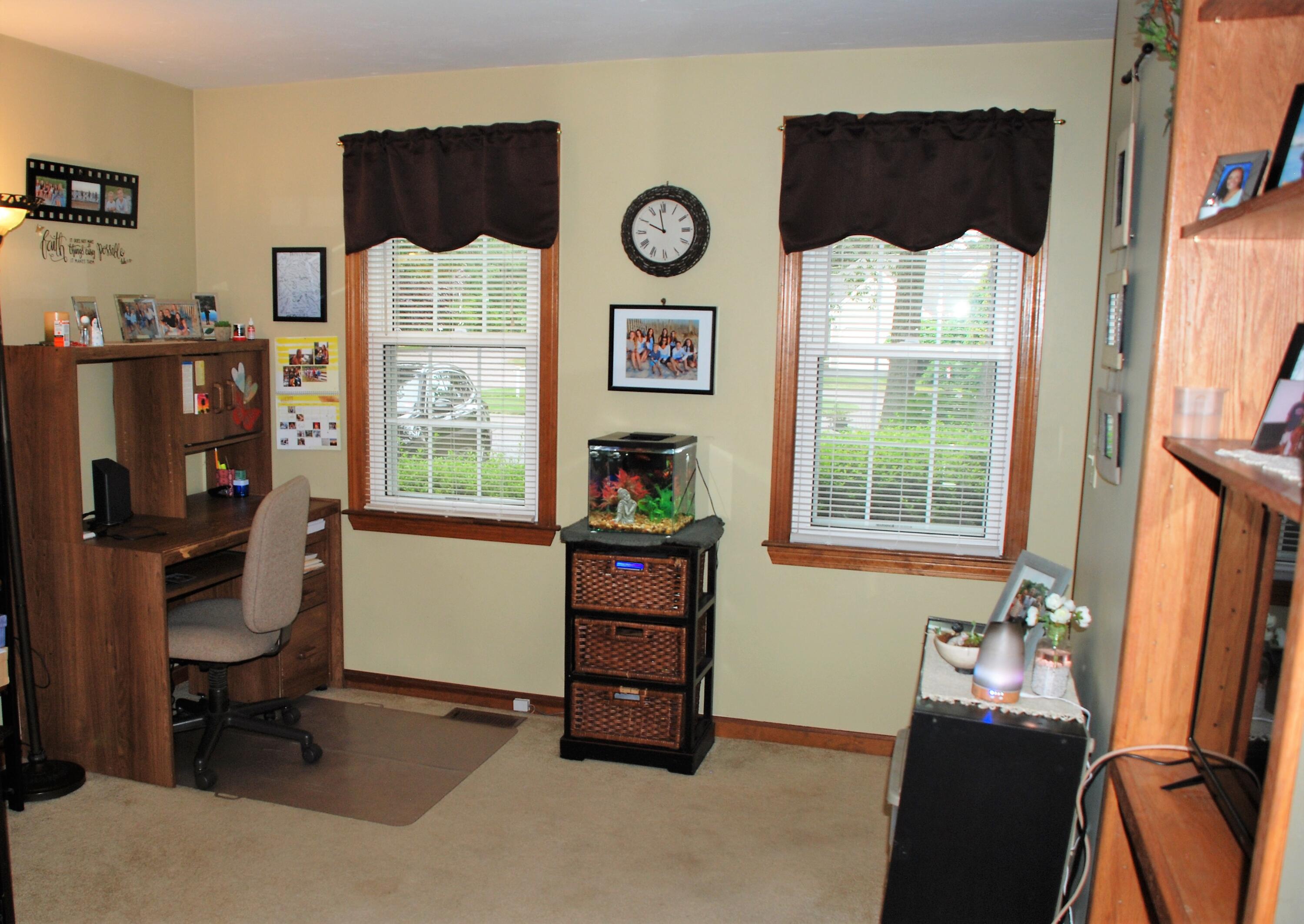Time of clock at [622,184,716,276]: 9:58
